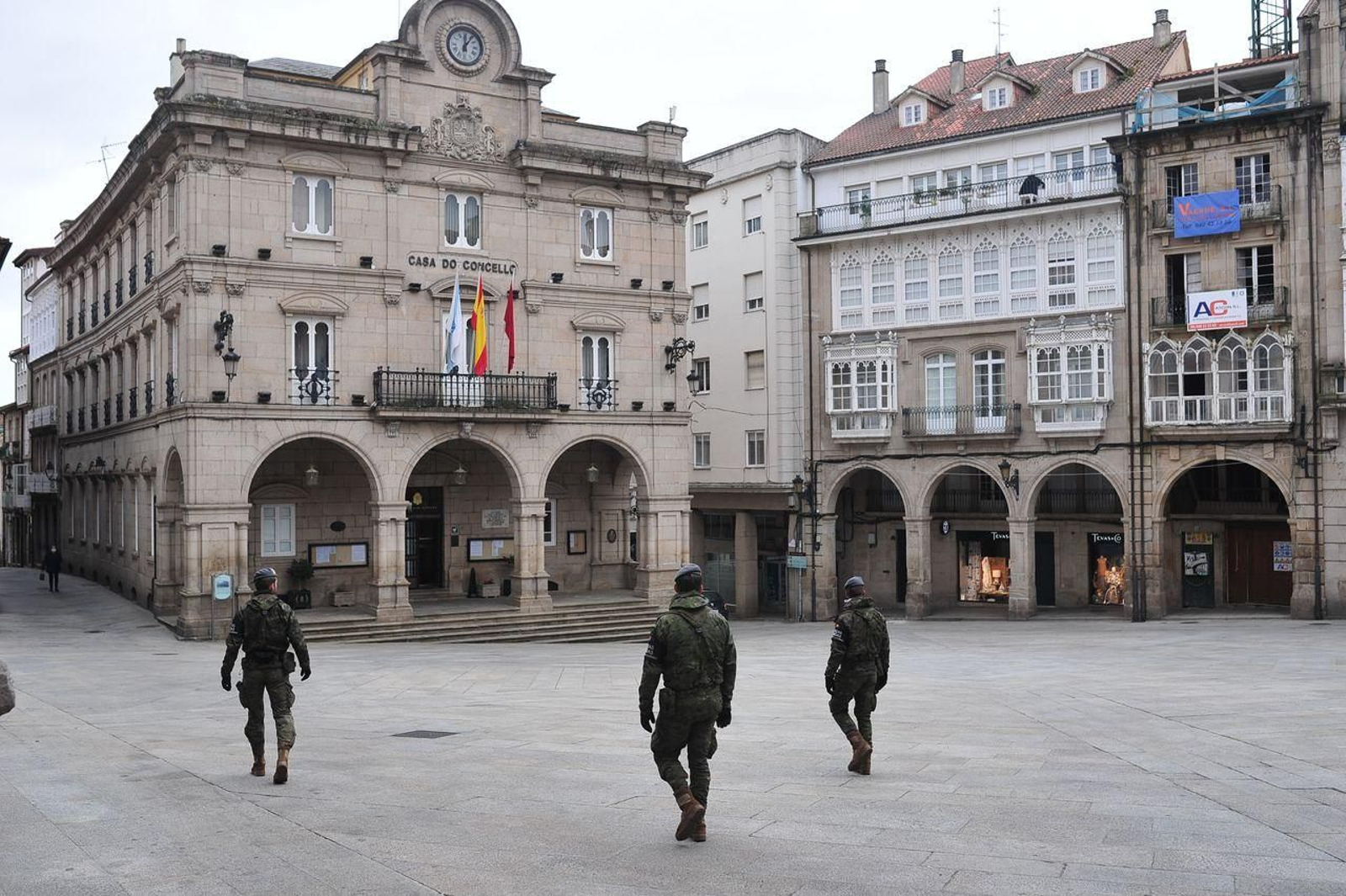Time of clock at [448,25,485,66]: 12:06
